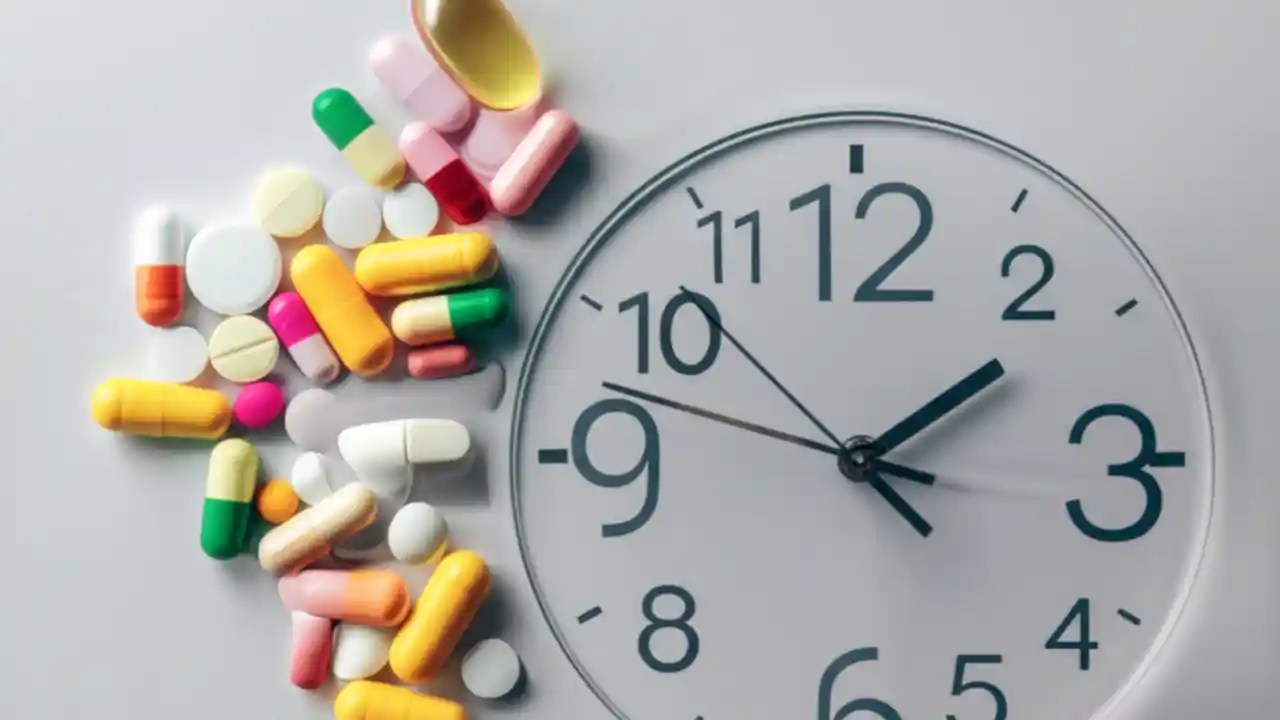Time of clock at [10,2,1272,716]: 1:47
